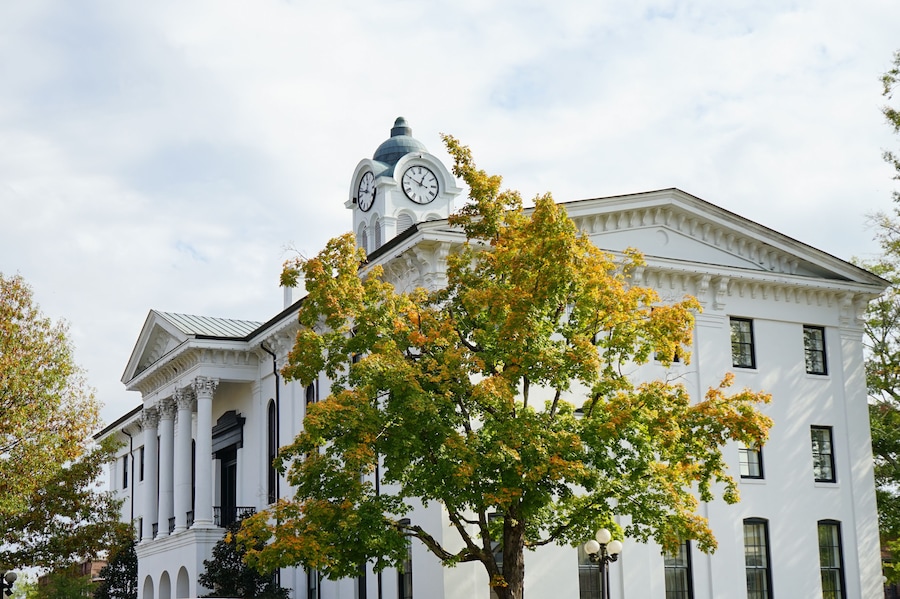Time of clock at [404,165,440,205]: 12:49
